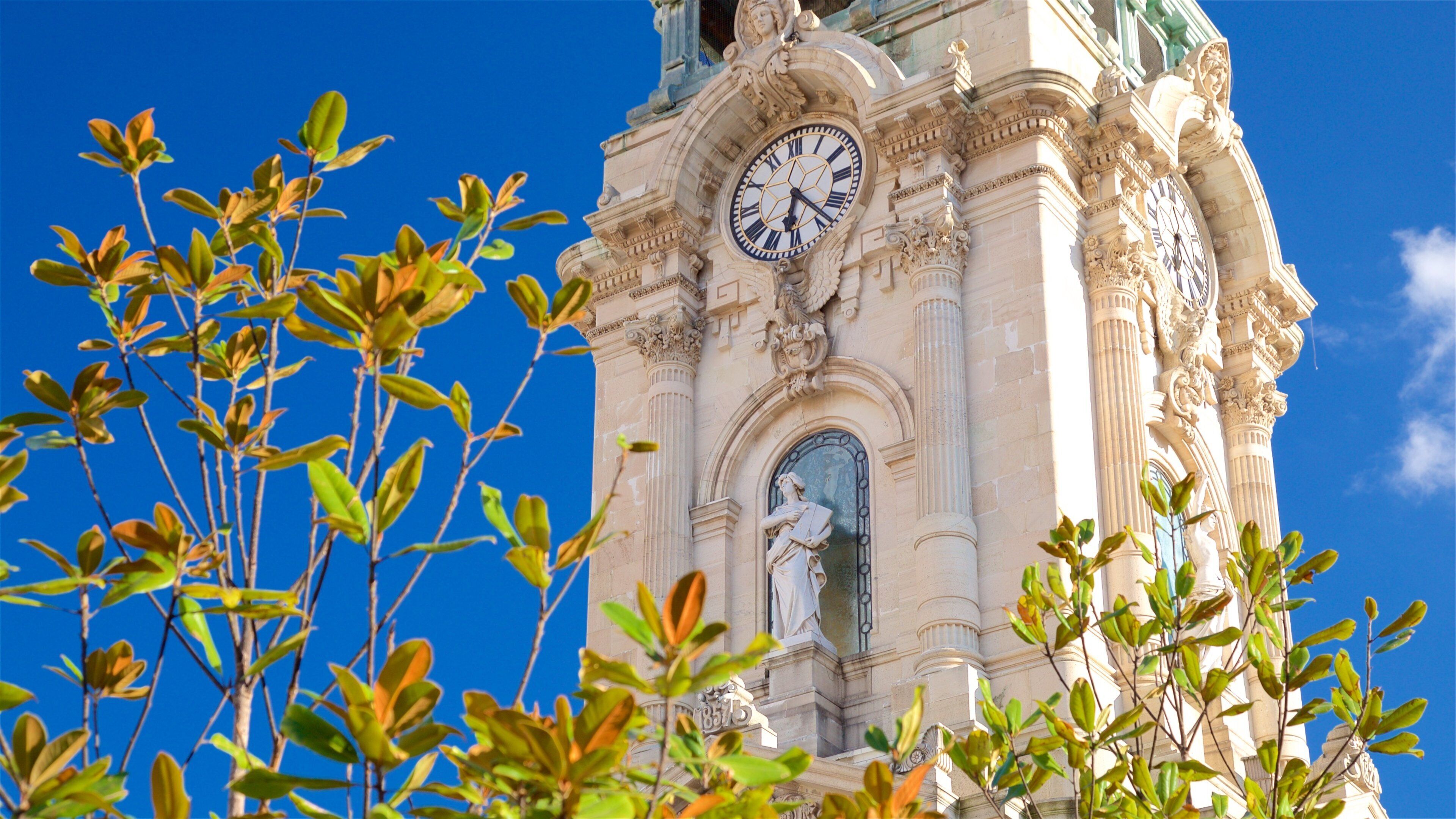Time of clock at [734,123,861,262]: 6:23
